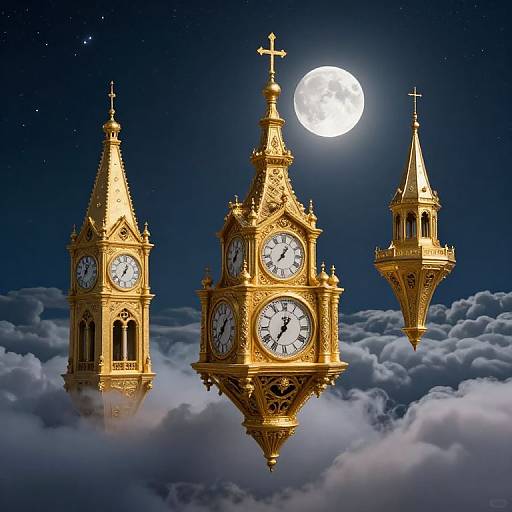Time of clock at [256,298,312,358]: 7:01
